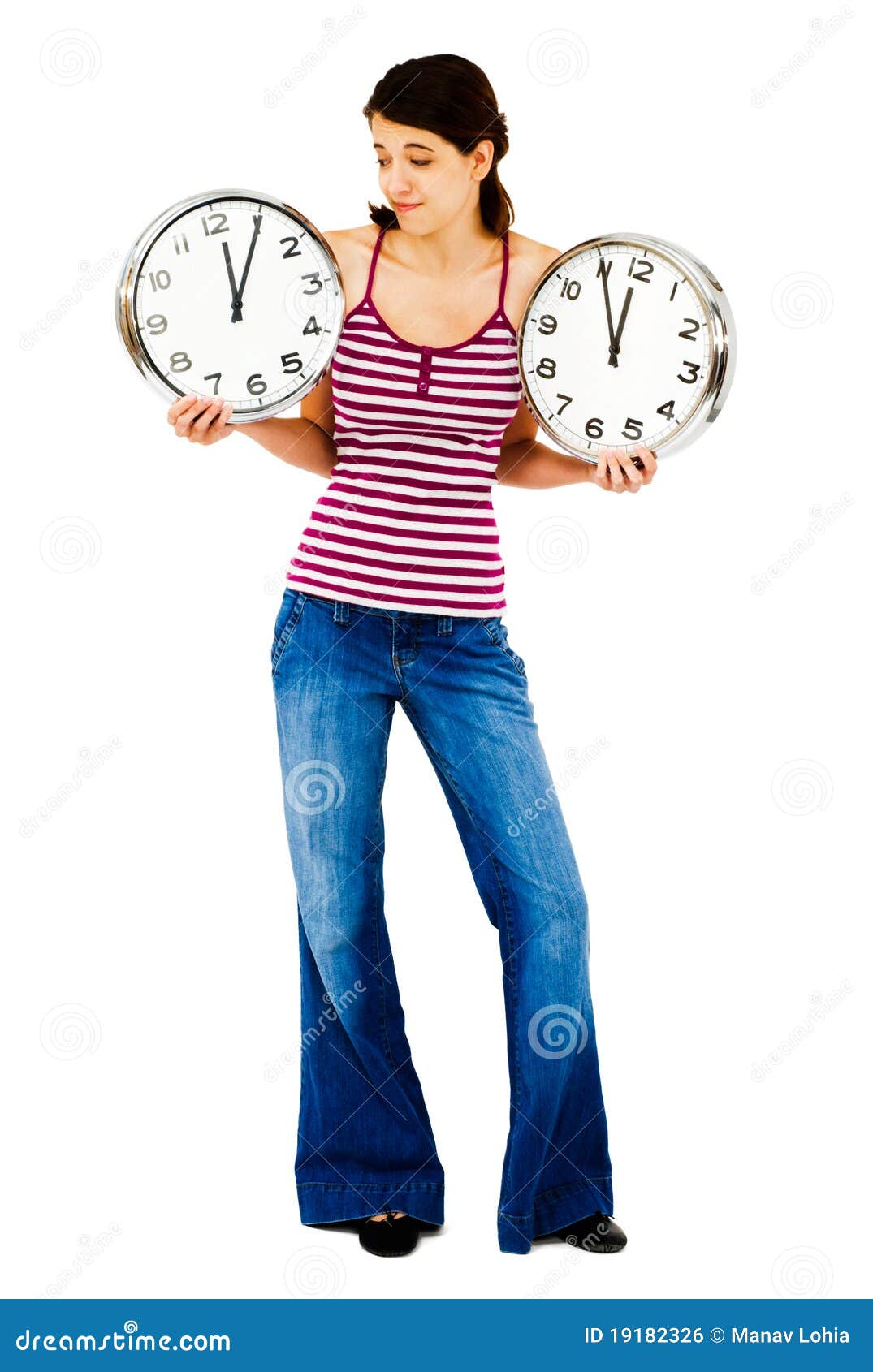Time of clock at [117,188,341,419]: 12:05
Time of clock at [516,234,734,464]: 11:55
